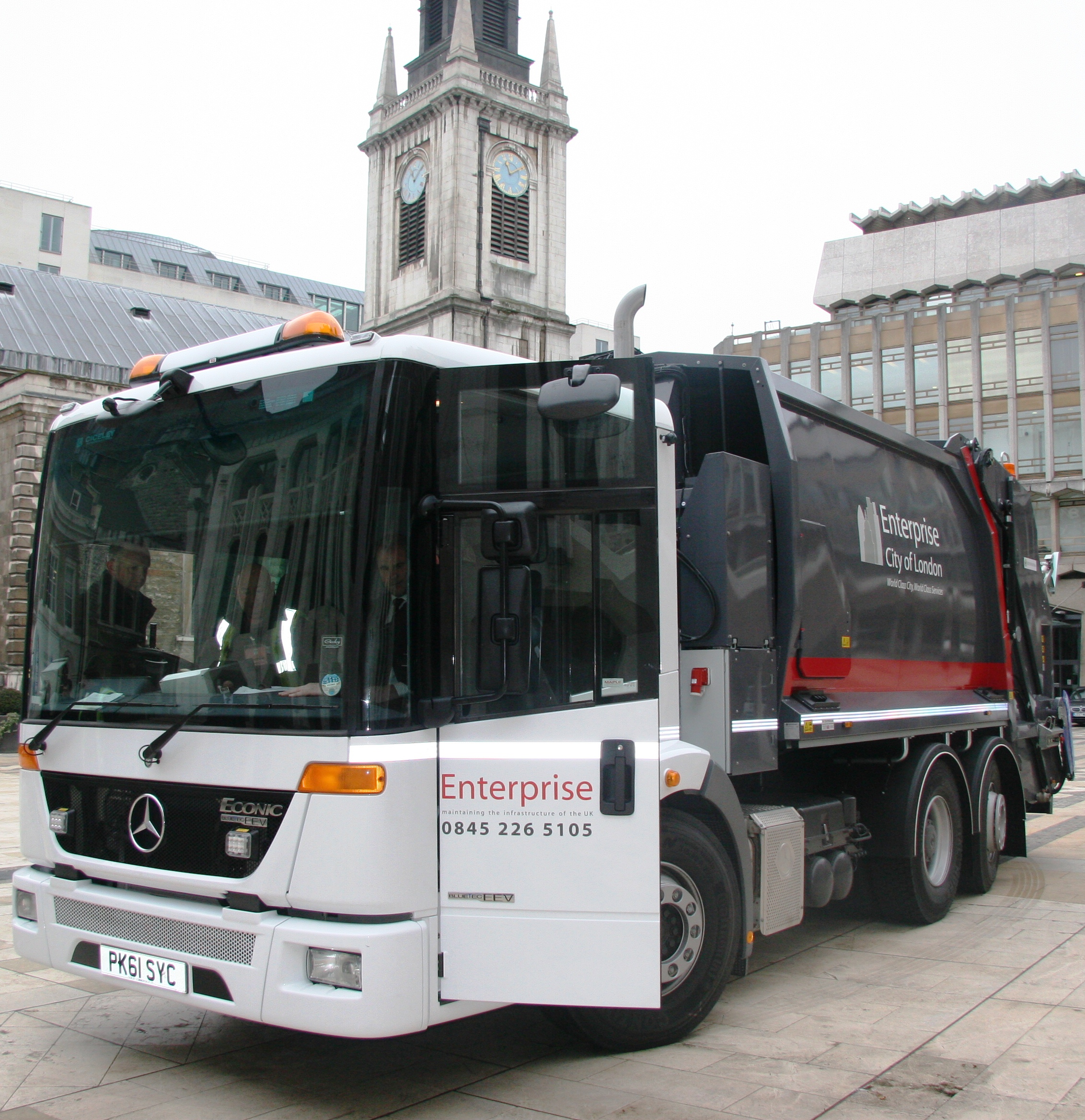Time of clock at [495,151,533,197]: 11:09
